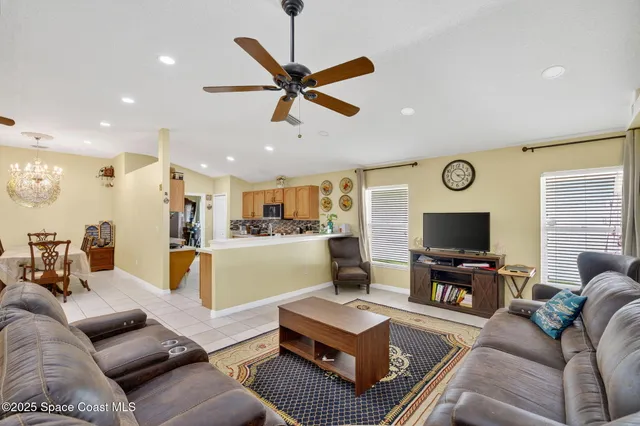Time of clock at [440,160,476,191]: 4:15
